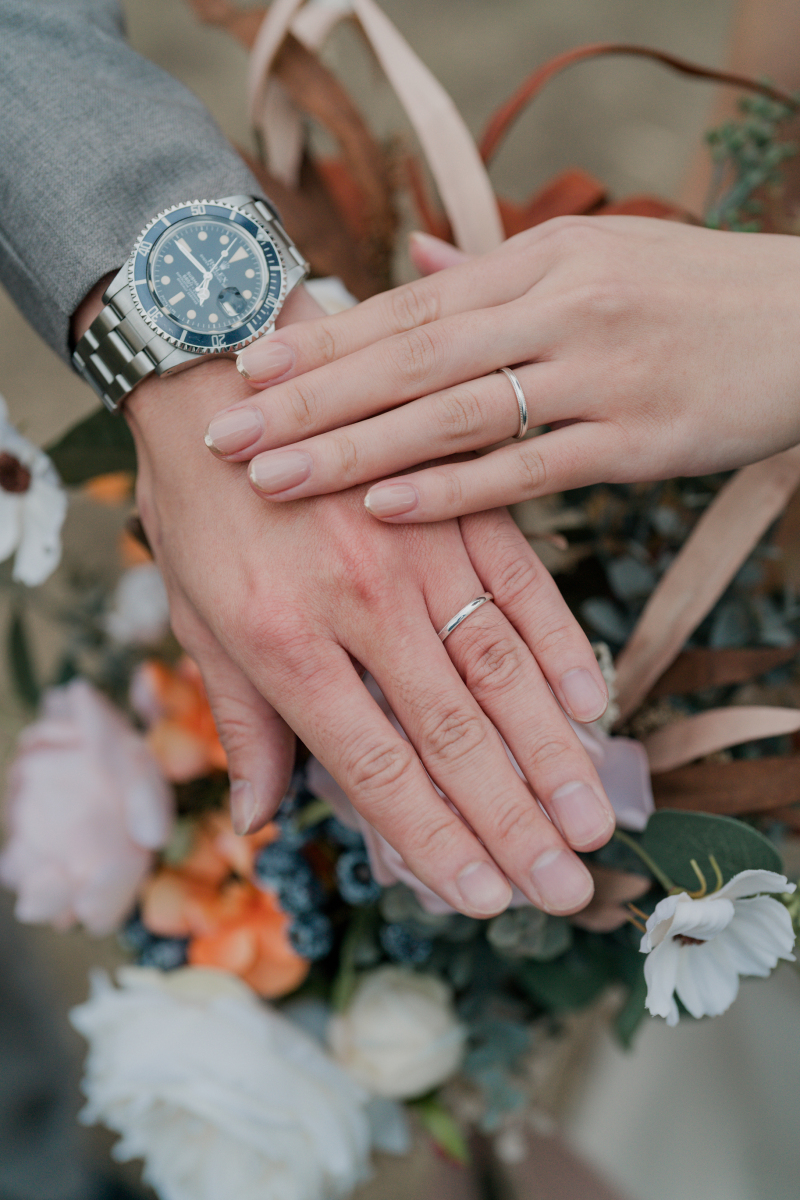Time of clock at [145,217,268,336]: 6:54
